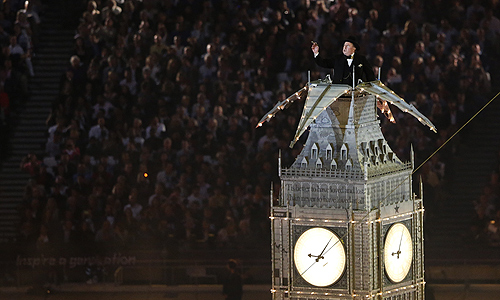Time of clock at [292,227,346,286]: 9:06
